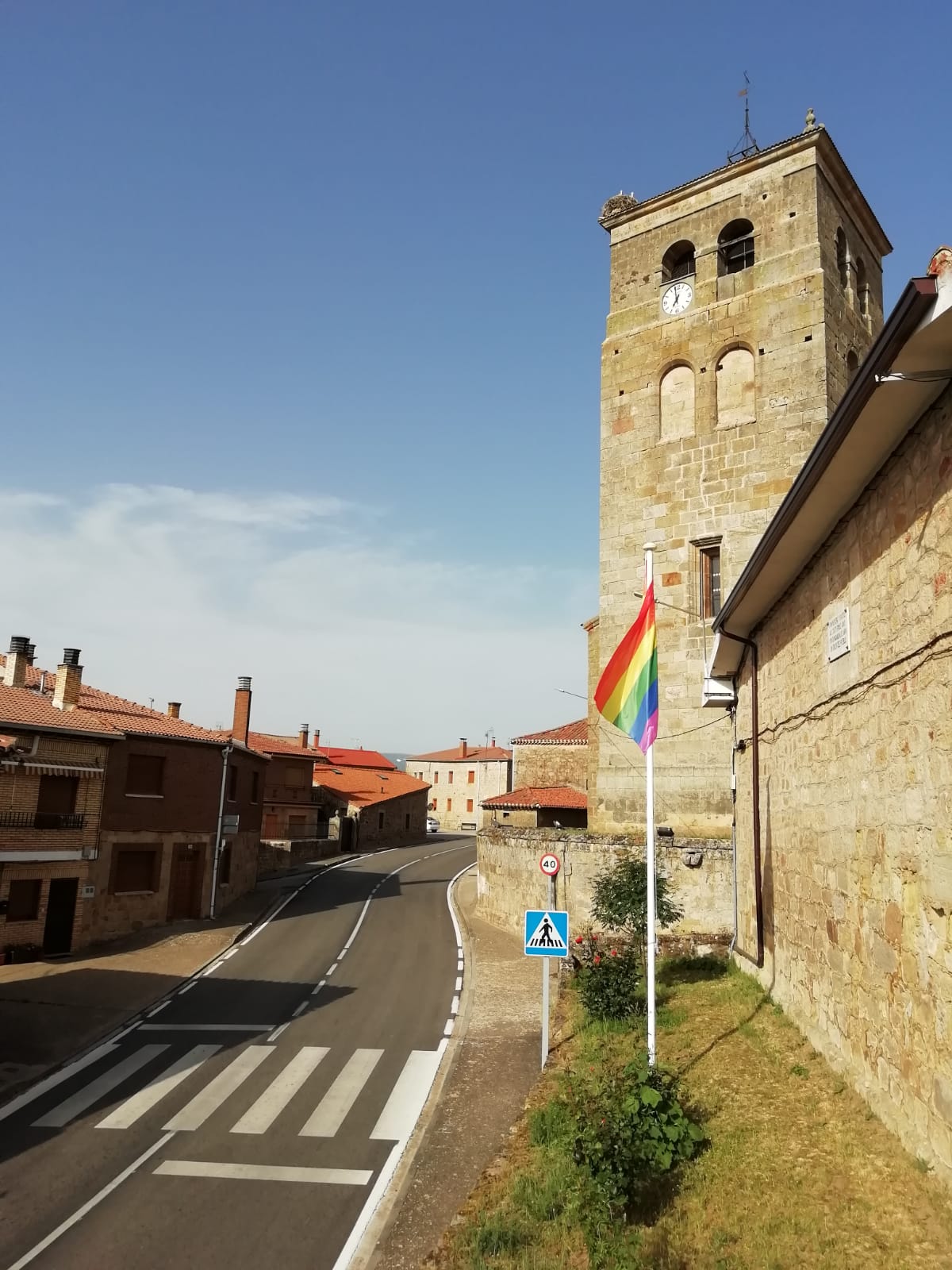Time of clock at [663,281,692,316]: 6:58
